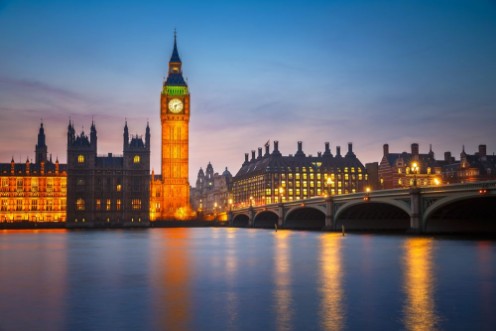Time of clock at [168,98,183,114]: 6:11
